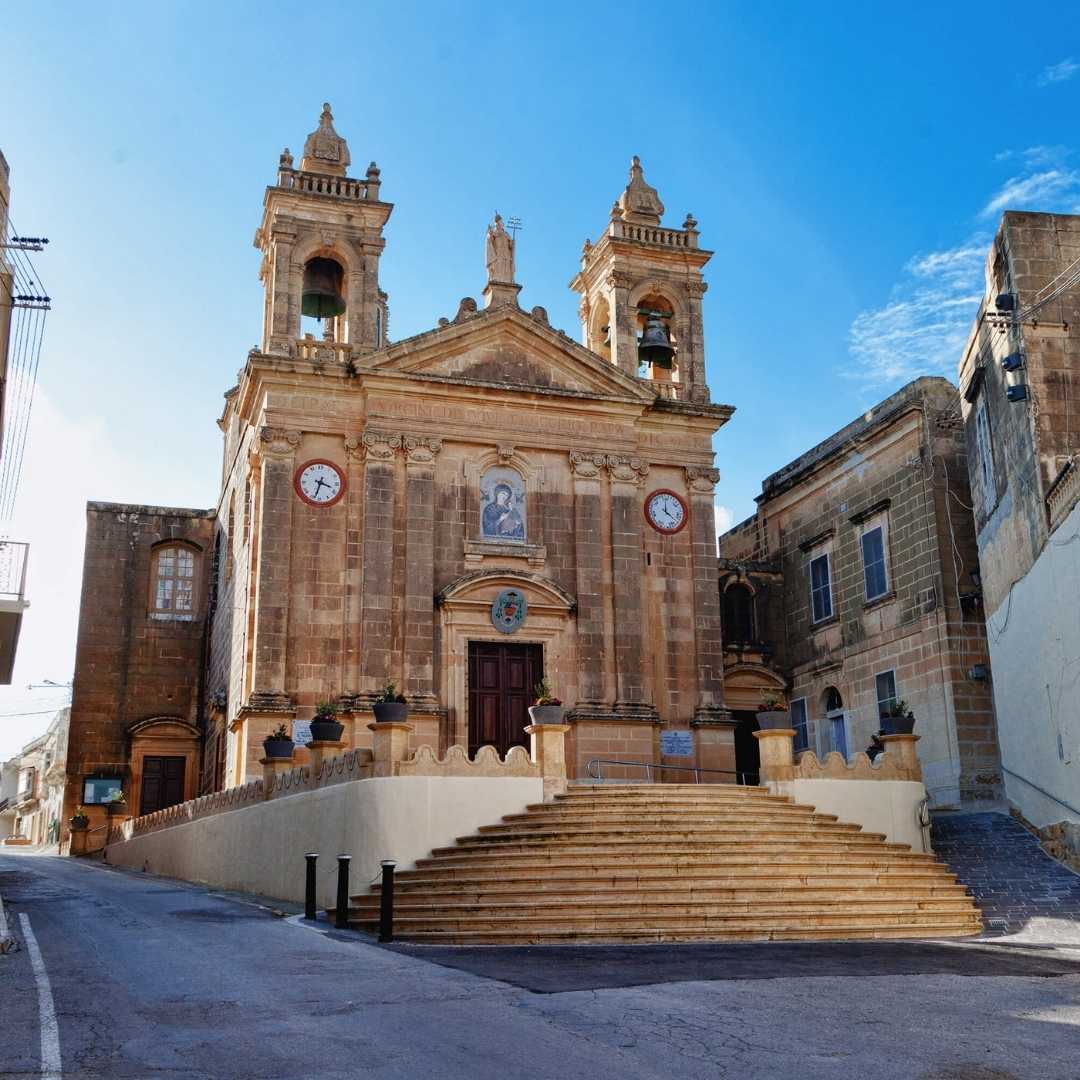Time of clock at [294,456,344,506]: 3:33
